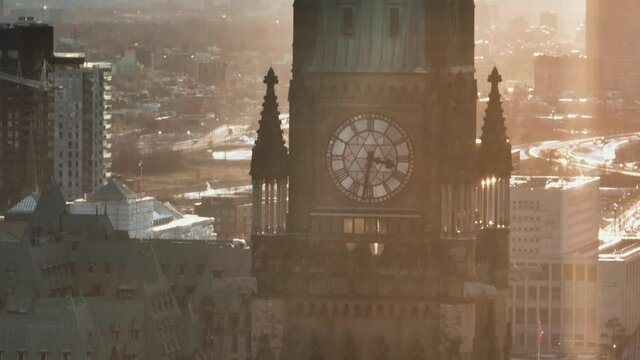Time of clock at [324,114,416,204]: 3:32
